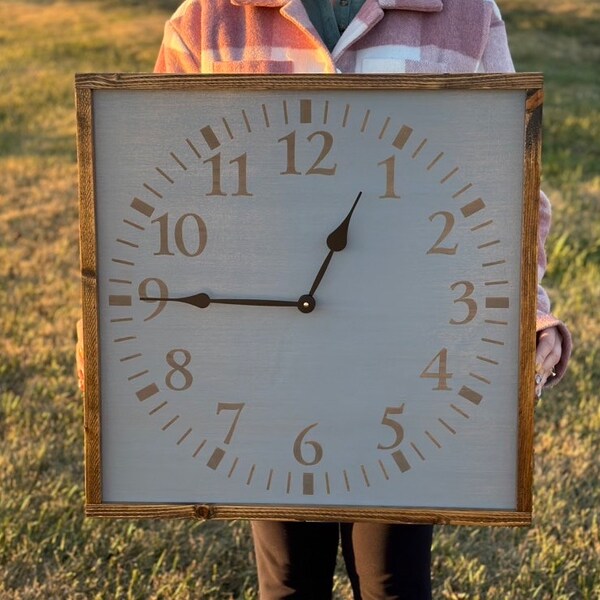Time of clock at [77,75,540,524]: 12:45
